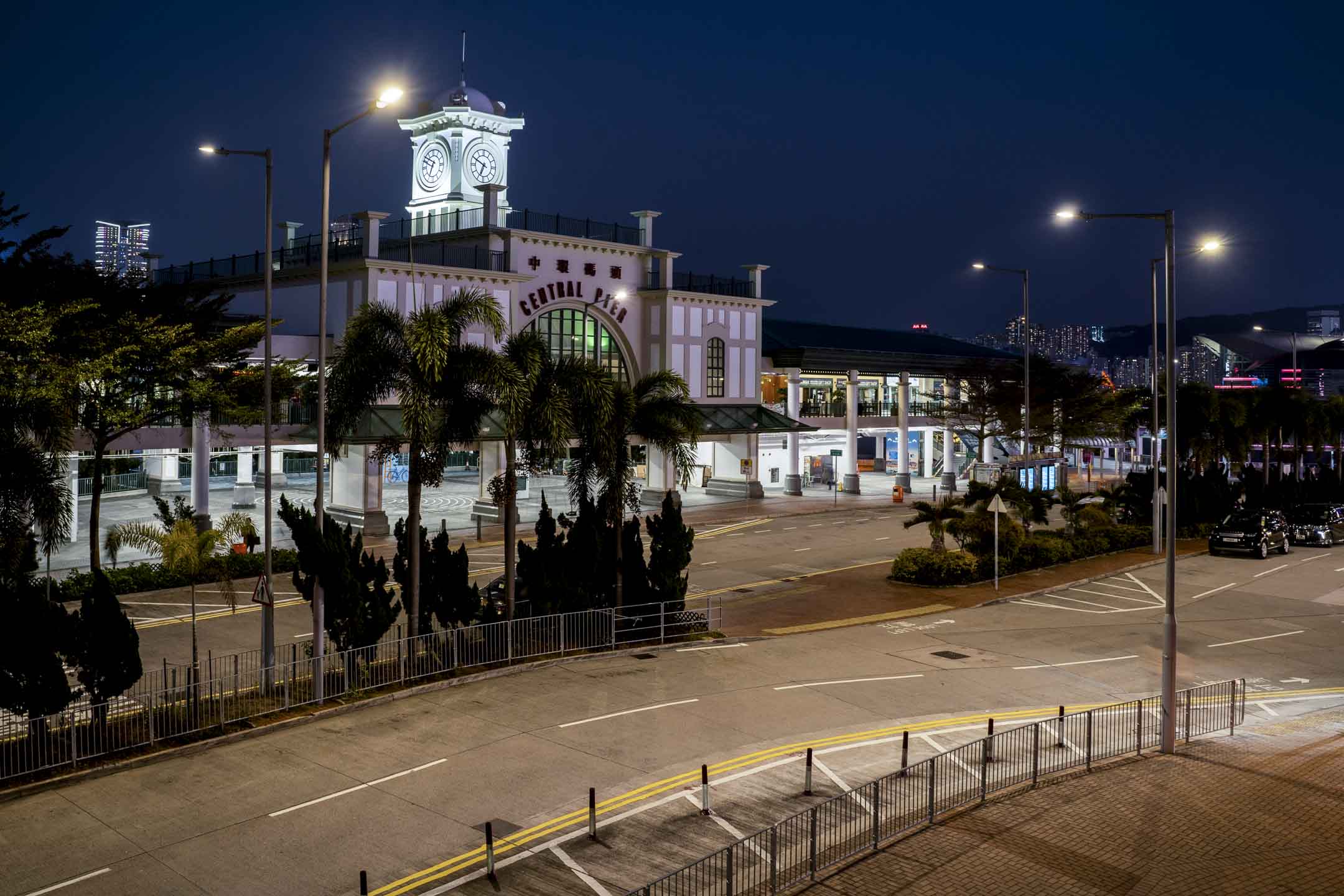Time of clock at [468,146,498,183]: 6:49
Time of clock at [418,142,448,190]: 6:49
